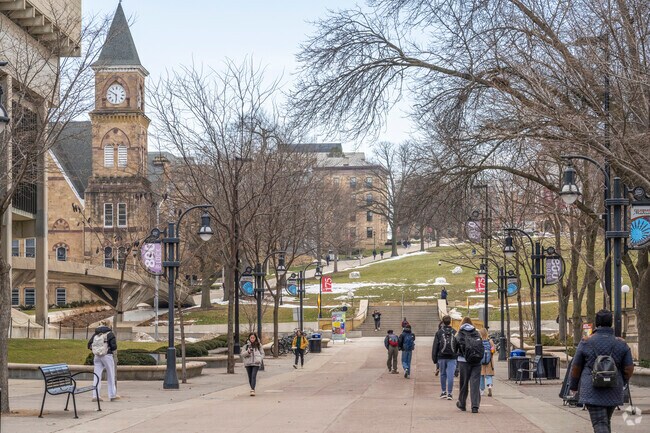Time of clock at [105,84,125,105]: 5:49
